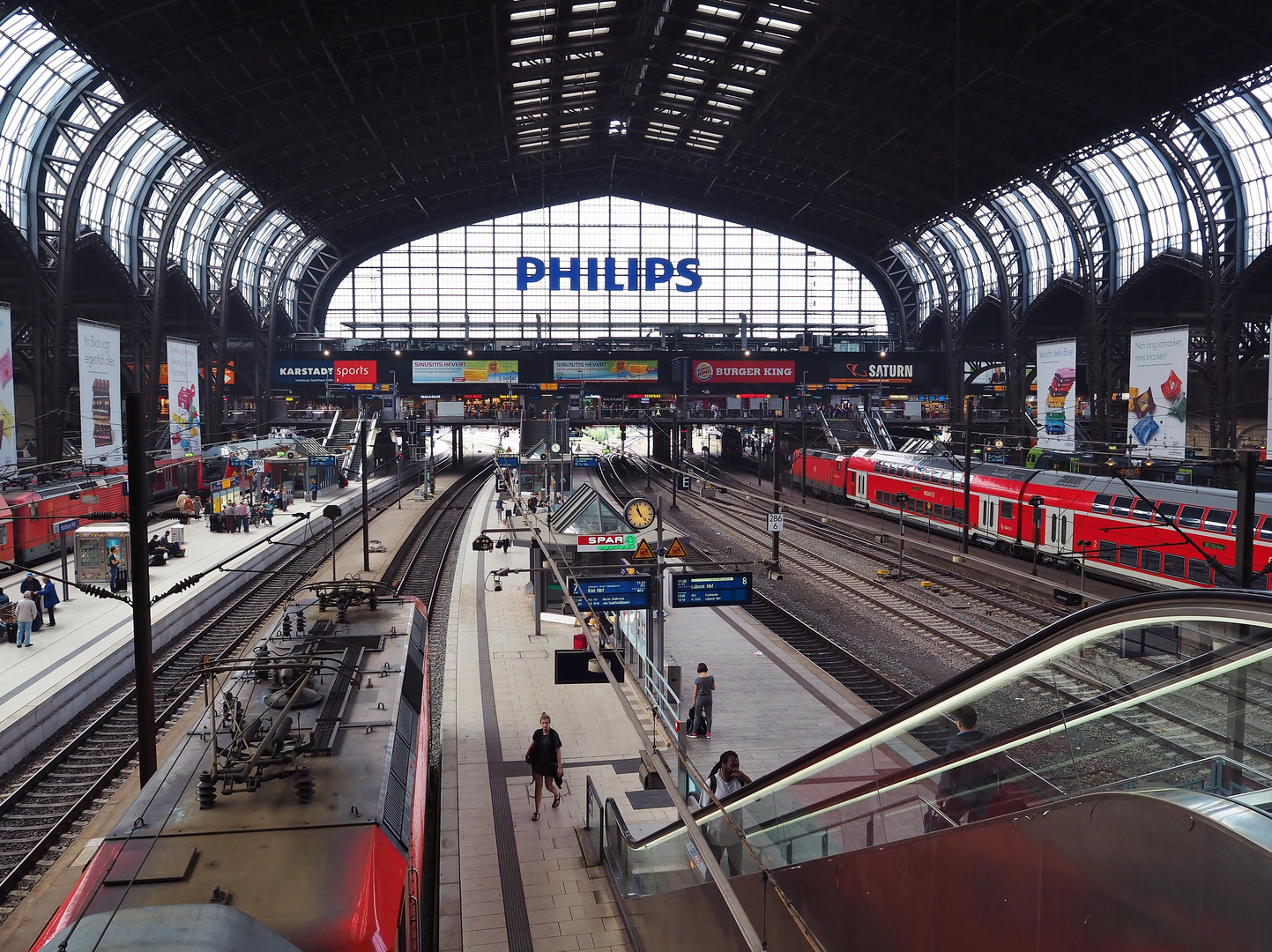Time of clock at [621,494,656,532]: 10:57
